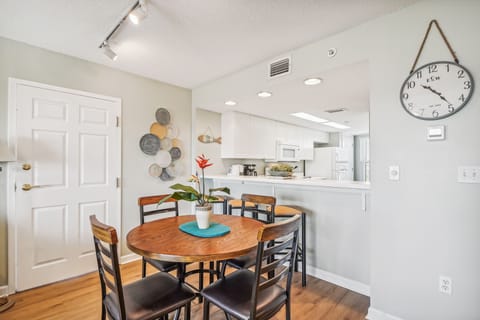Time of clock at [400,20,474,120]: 10:23
